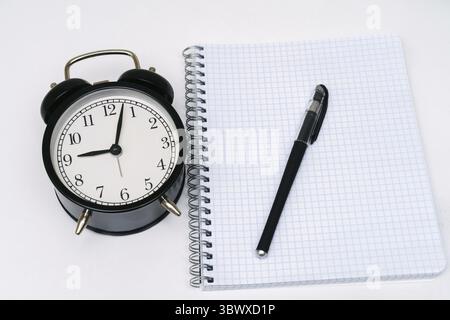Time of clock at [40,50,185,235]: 9:03
